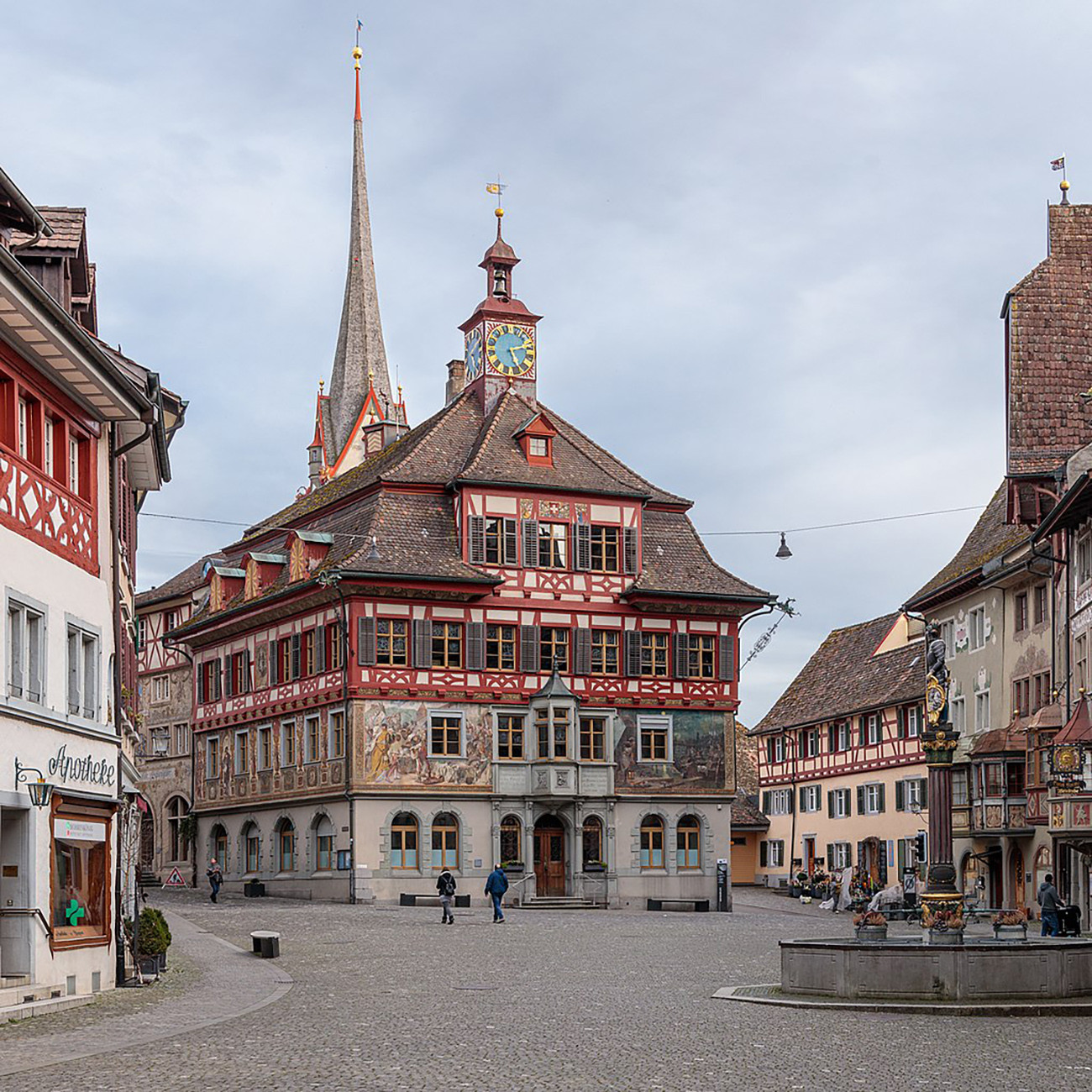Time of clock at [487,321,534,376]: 5:11
